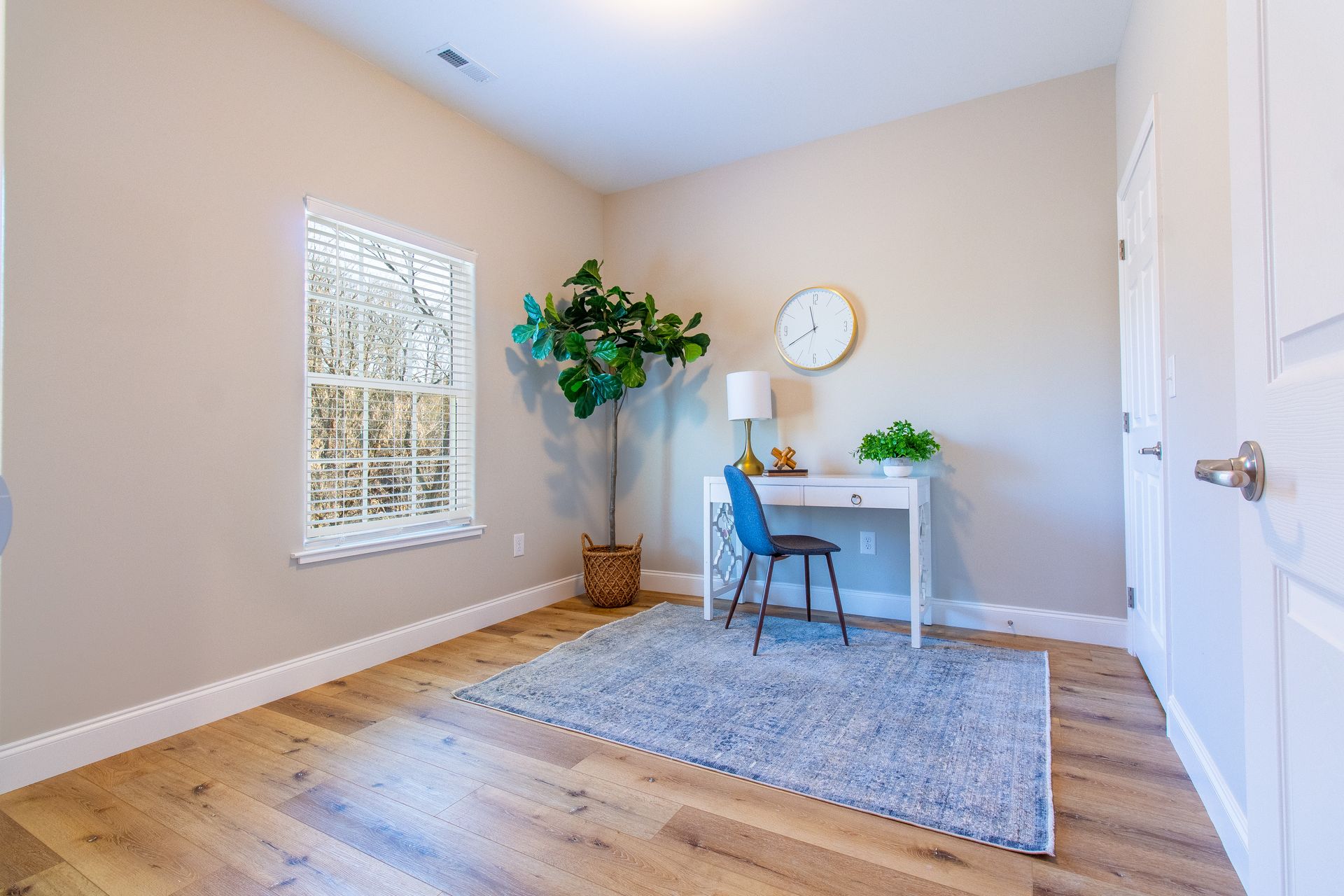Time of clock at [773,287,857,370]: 11:40
